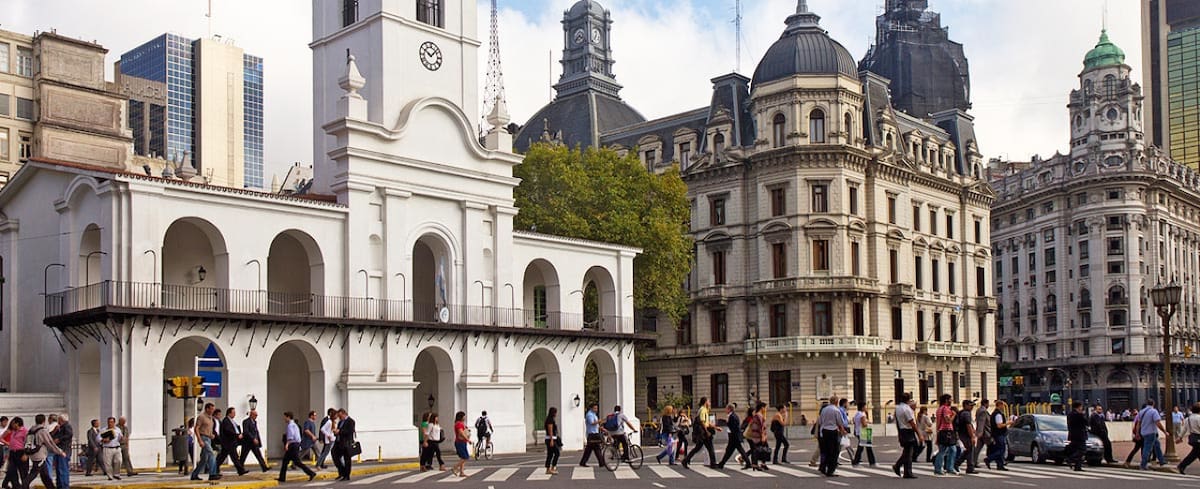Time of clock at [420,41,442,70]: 10:07
